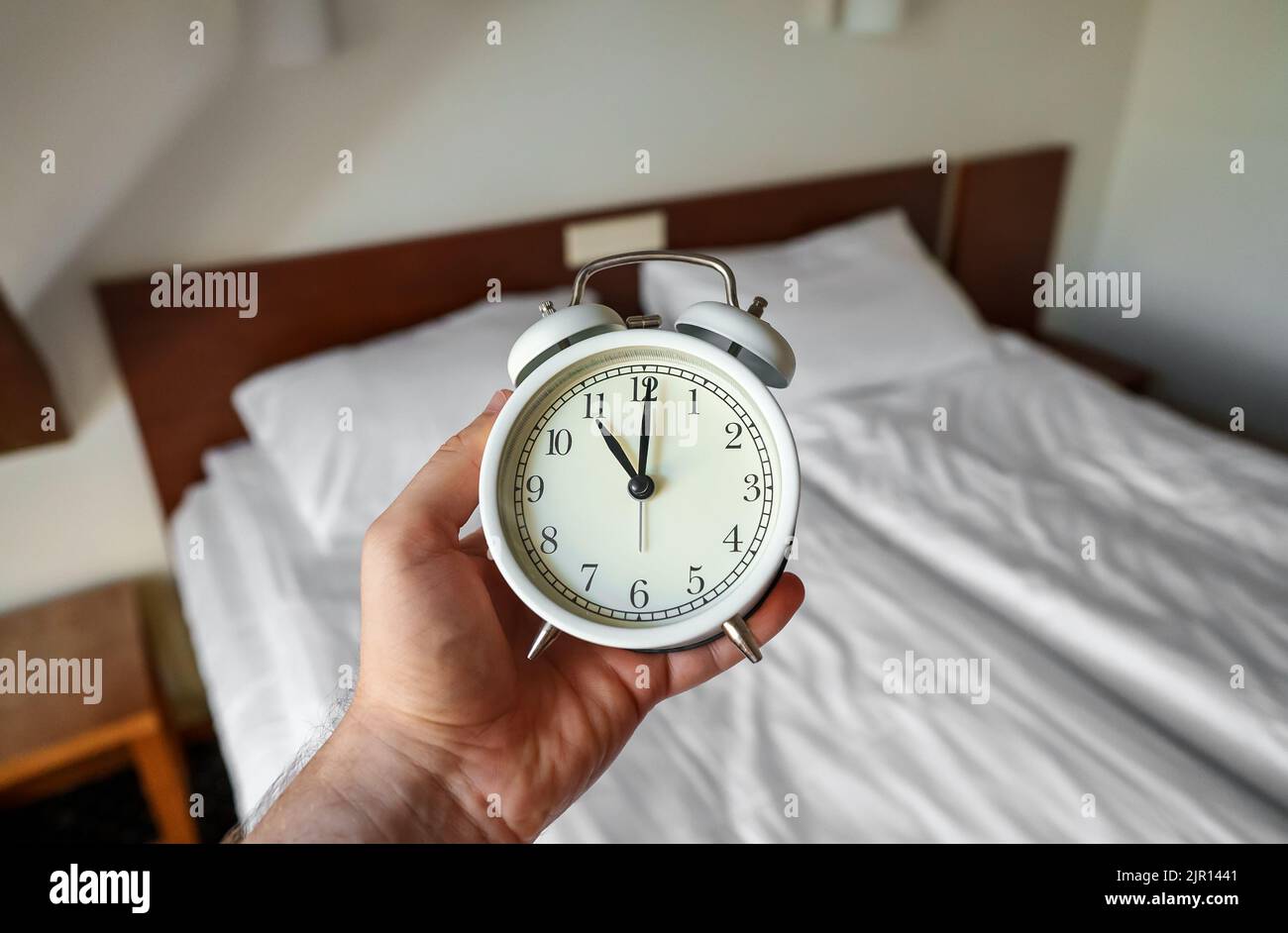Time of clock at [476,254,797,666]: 11:00
